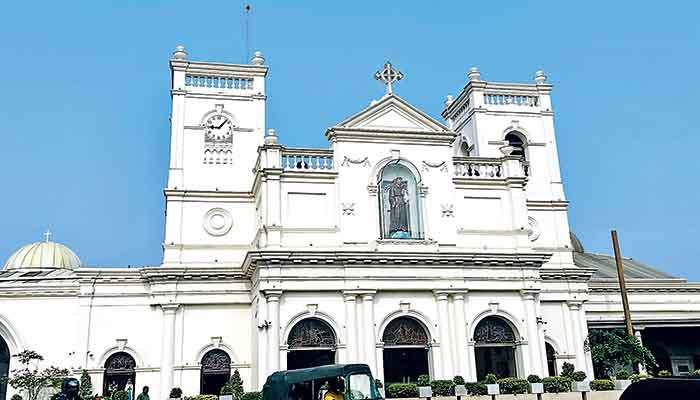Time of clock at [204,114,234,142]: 9:07
